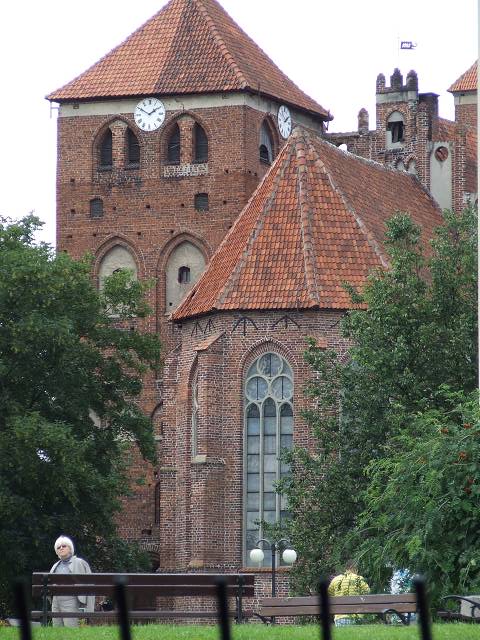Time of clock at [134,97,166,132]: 1:50
